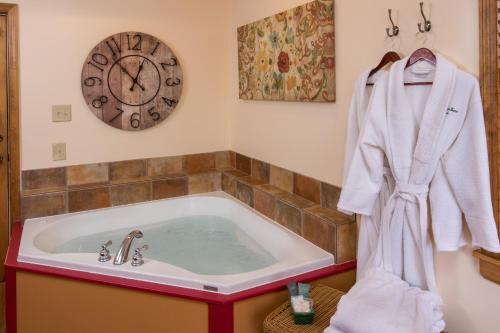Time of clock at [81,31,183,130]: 12:53
